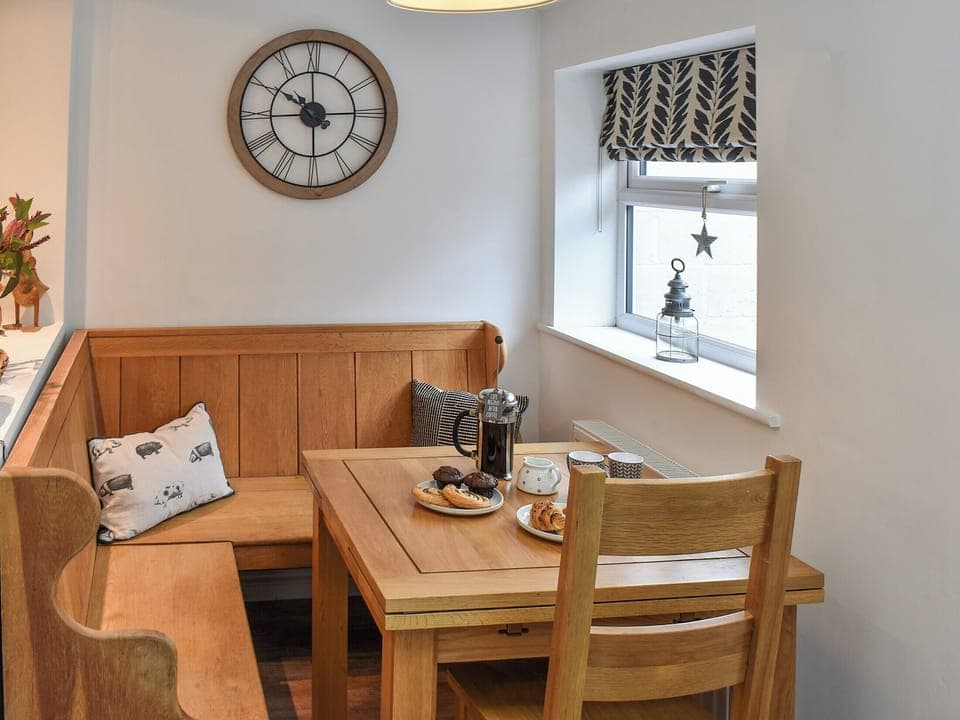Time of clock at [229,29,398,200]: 10:14
